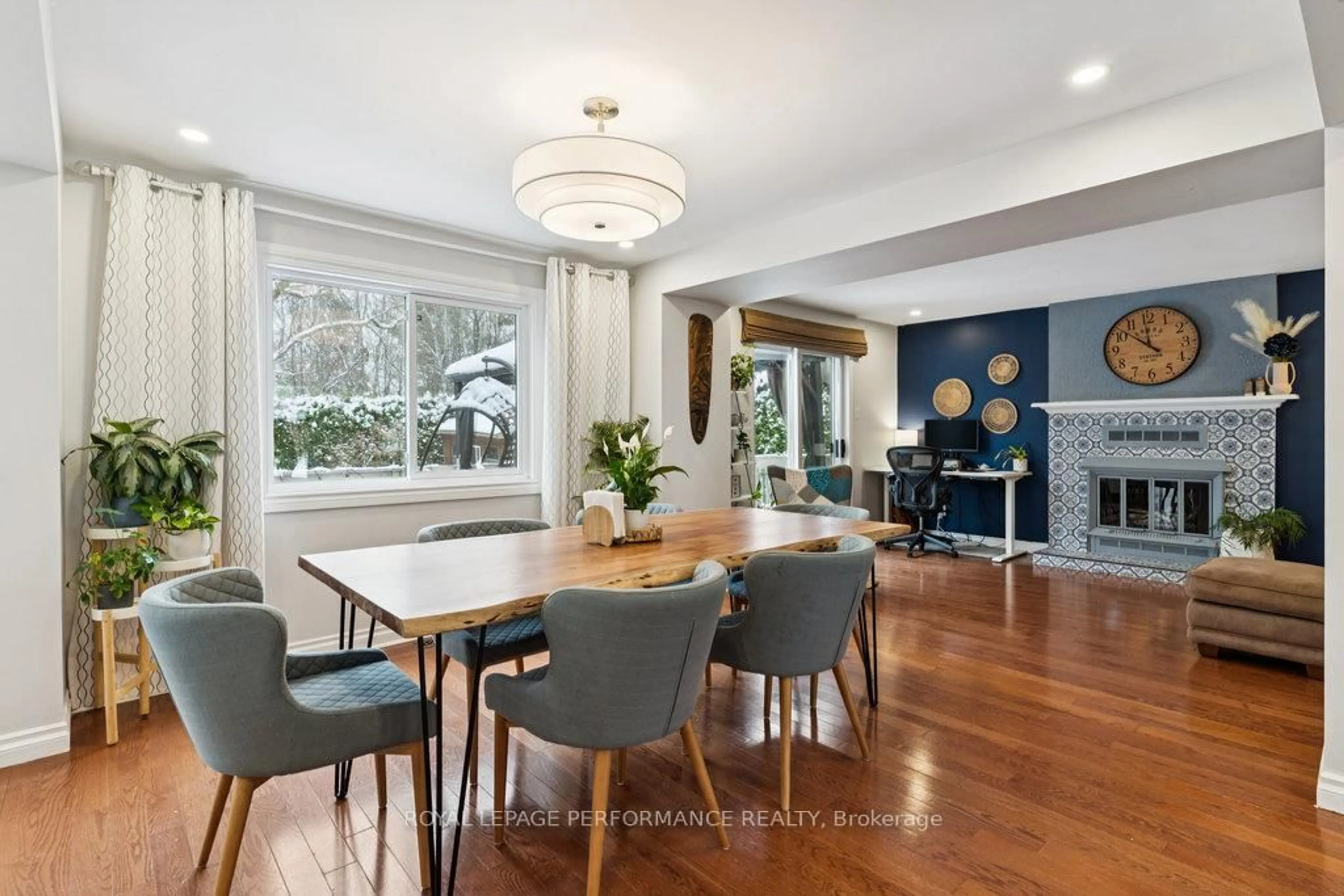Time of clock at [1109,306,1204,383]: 11:51
